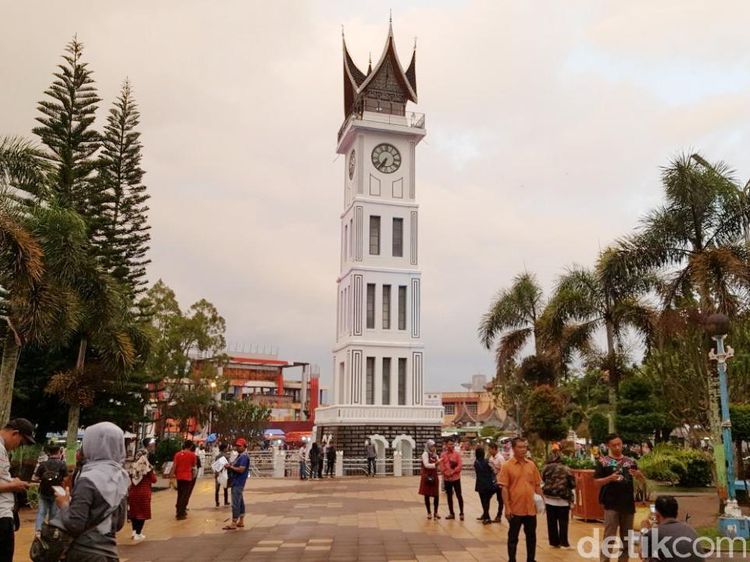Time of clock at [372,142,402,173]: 6:36
